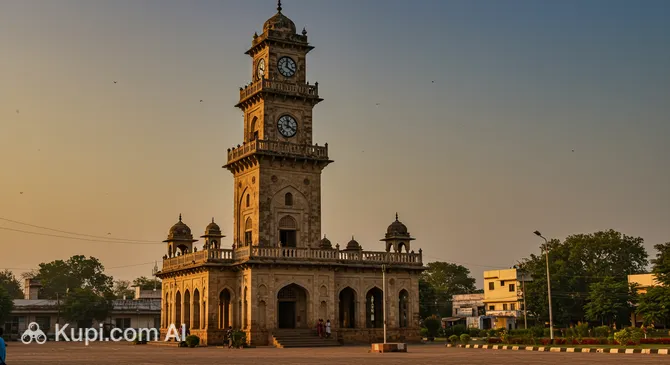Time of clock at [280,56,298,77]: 12:20
